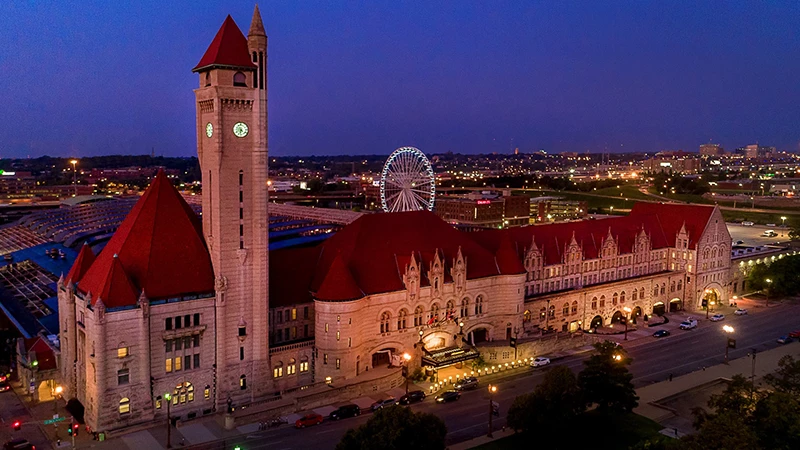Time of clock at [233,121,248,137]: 4:32
